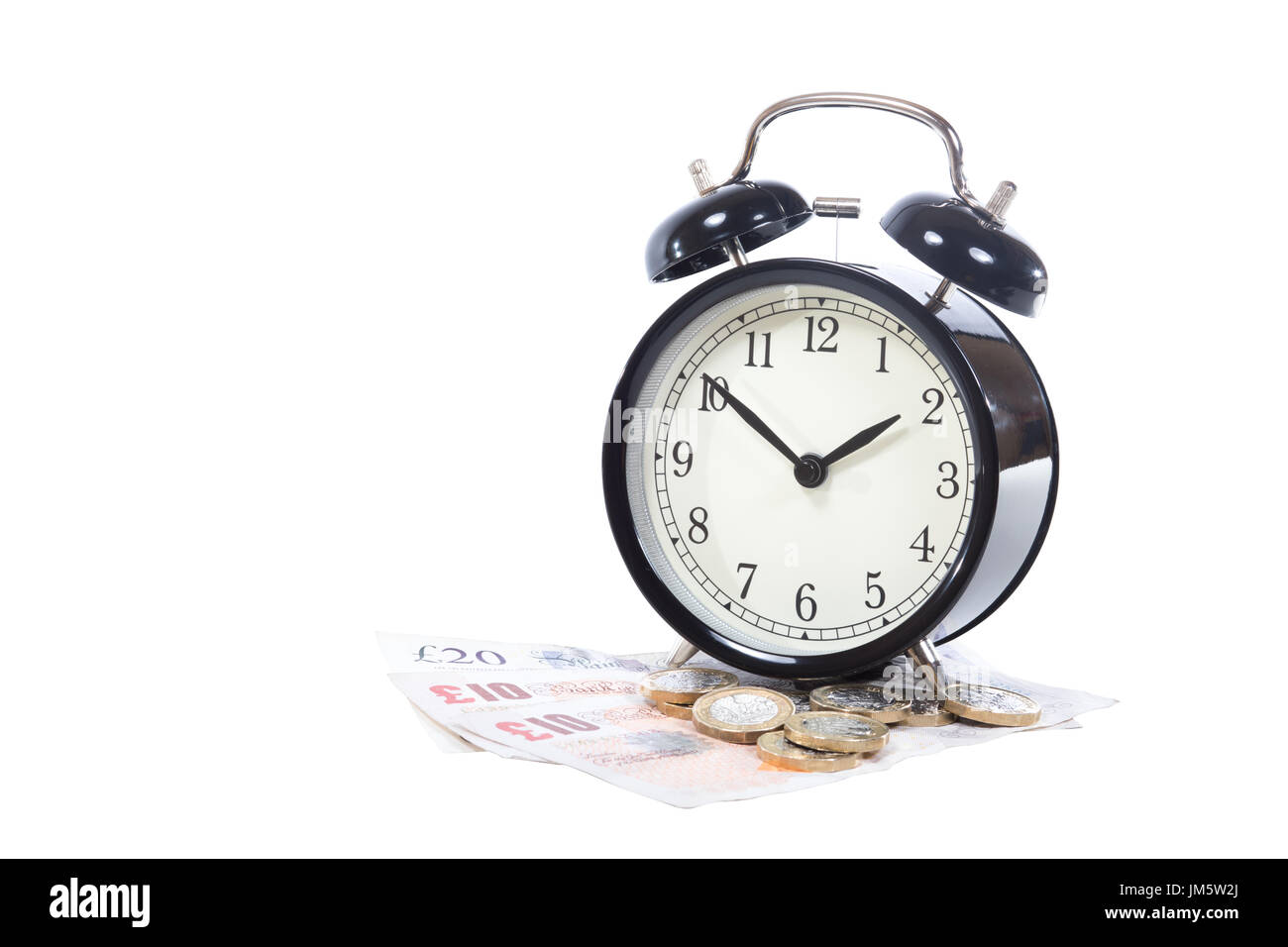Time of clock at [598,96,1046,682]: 1:51
